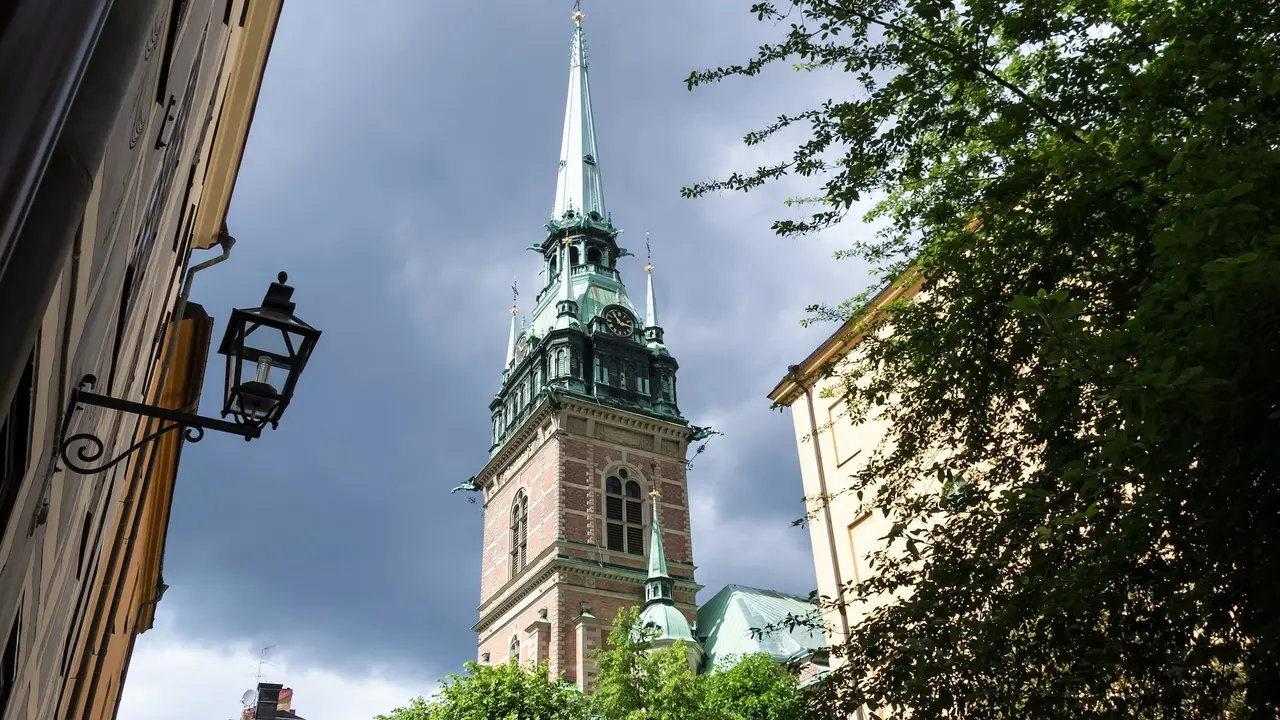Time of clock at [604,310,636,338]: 2:54
